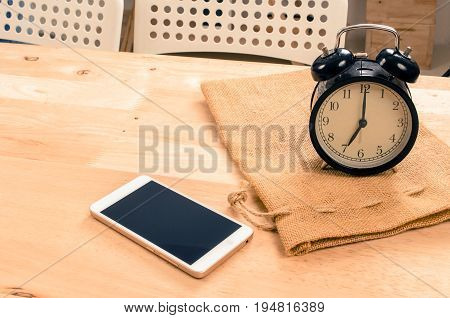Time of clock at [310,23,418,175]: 7:00
